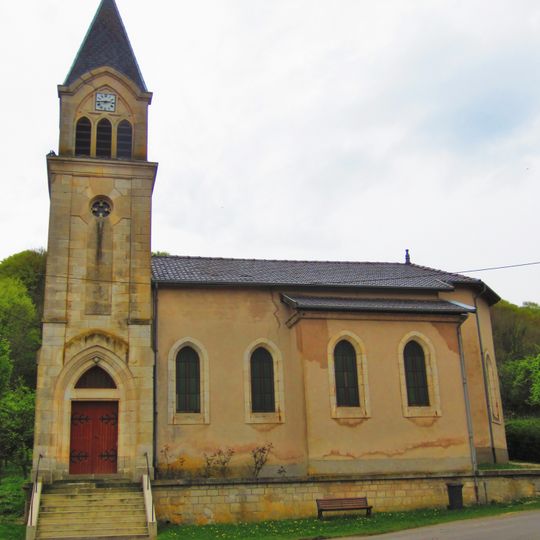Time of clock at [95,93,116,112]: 2:44
